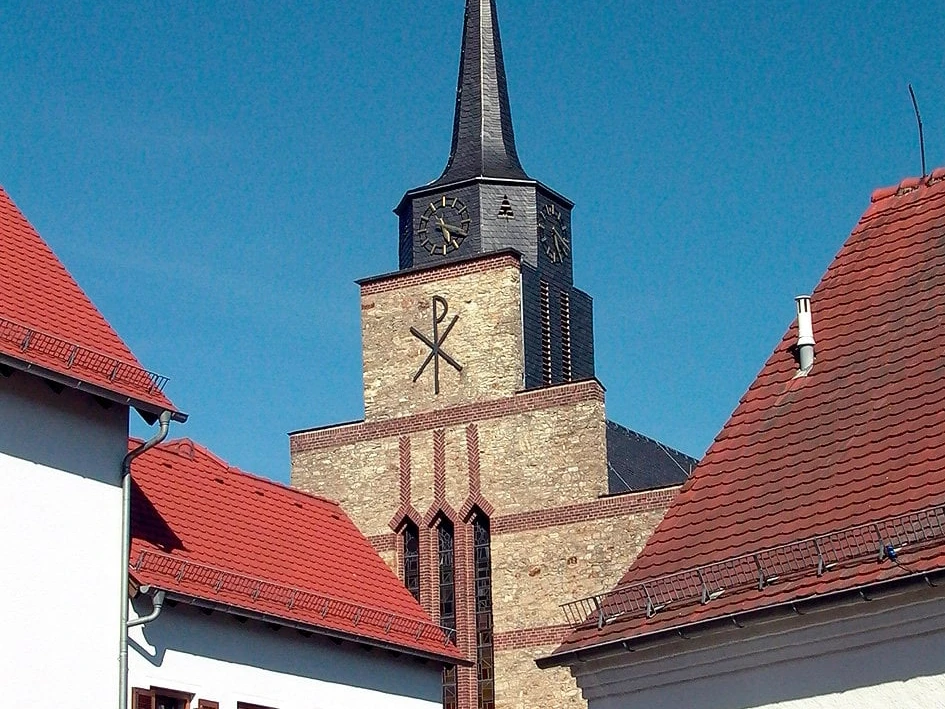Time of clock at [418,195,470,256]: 5:18
